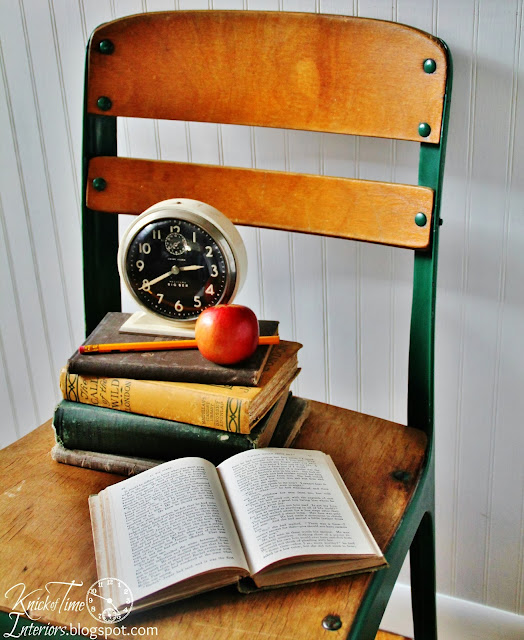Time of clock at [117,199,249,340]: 2:39
